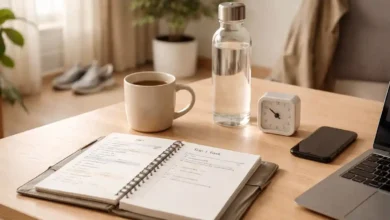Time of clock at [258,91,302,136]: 9:51
